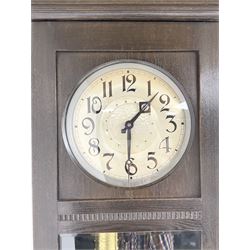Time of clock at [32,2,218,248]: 1:30
